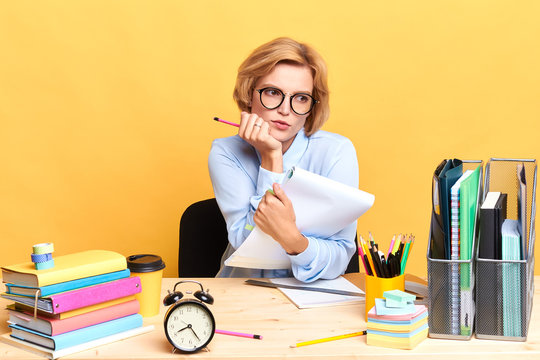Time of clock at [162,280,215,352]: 8:25
